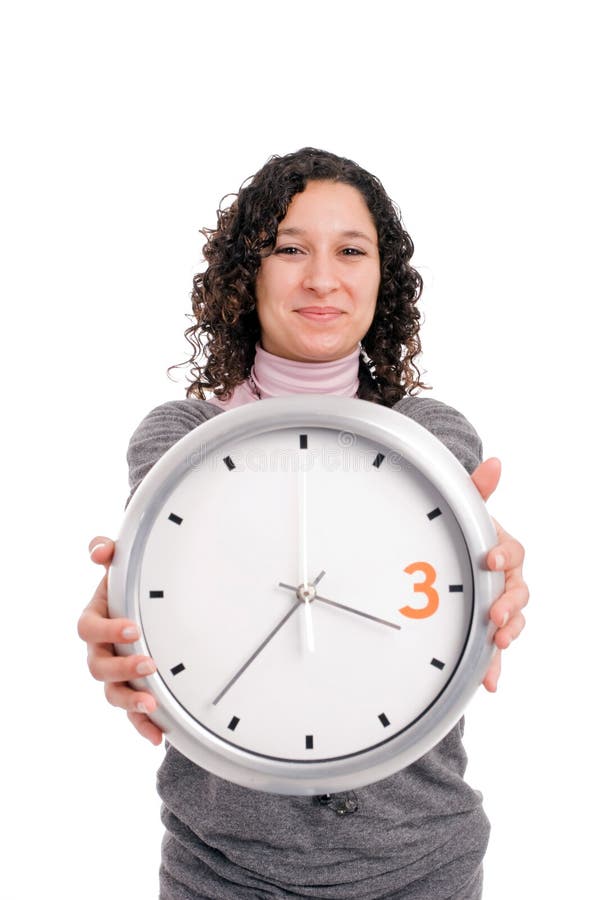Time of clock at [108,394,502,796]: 3:36
